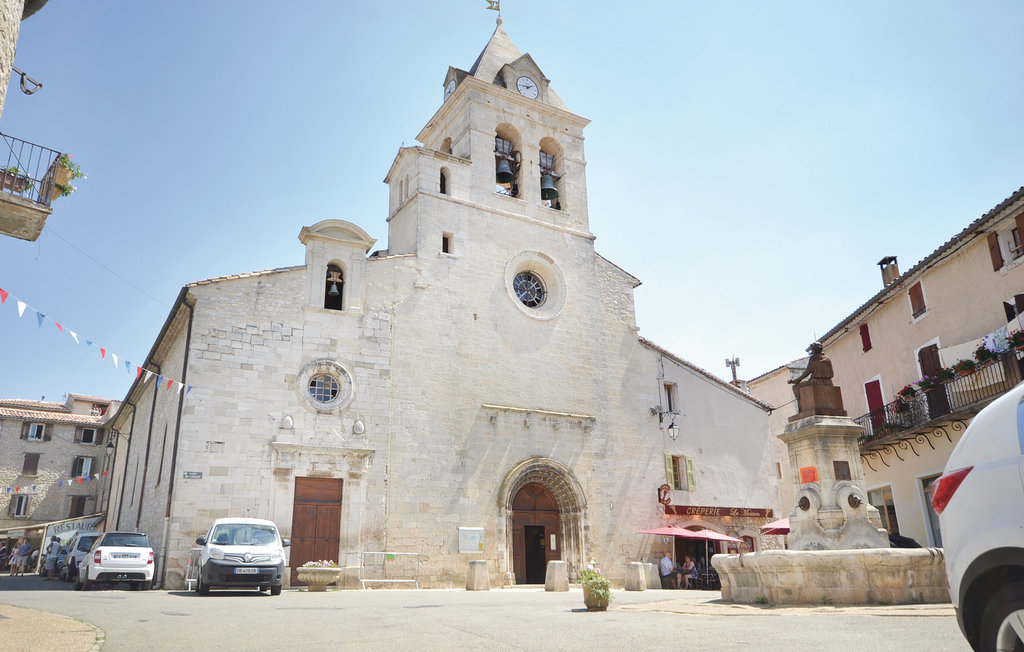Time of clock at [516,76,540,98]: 1:45
